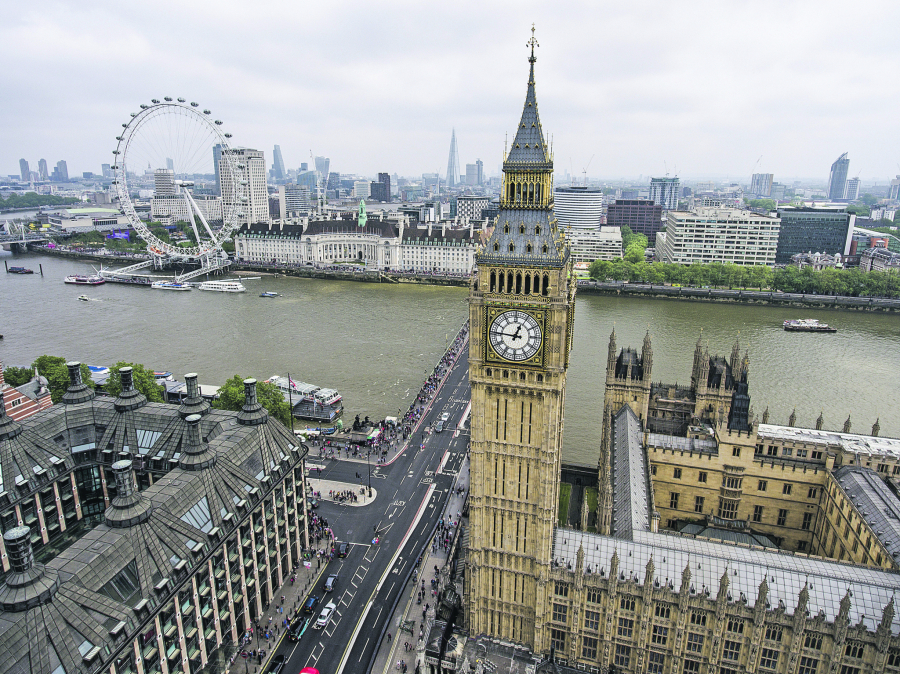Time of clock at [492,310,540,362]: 12:46
